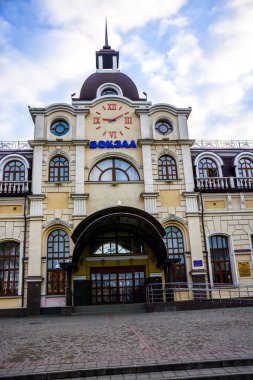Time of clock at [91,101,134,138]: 9:09
